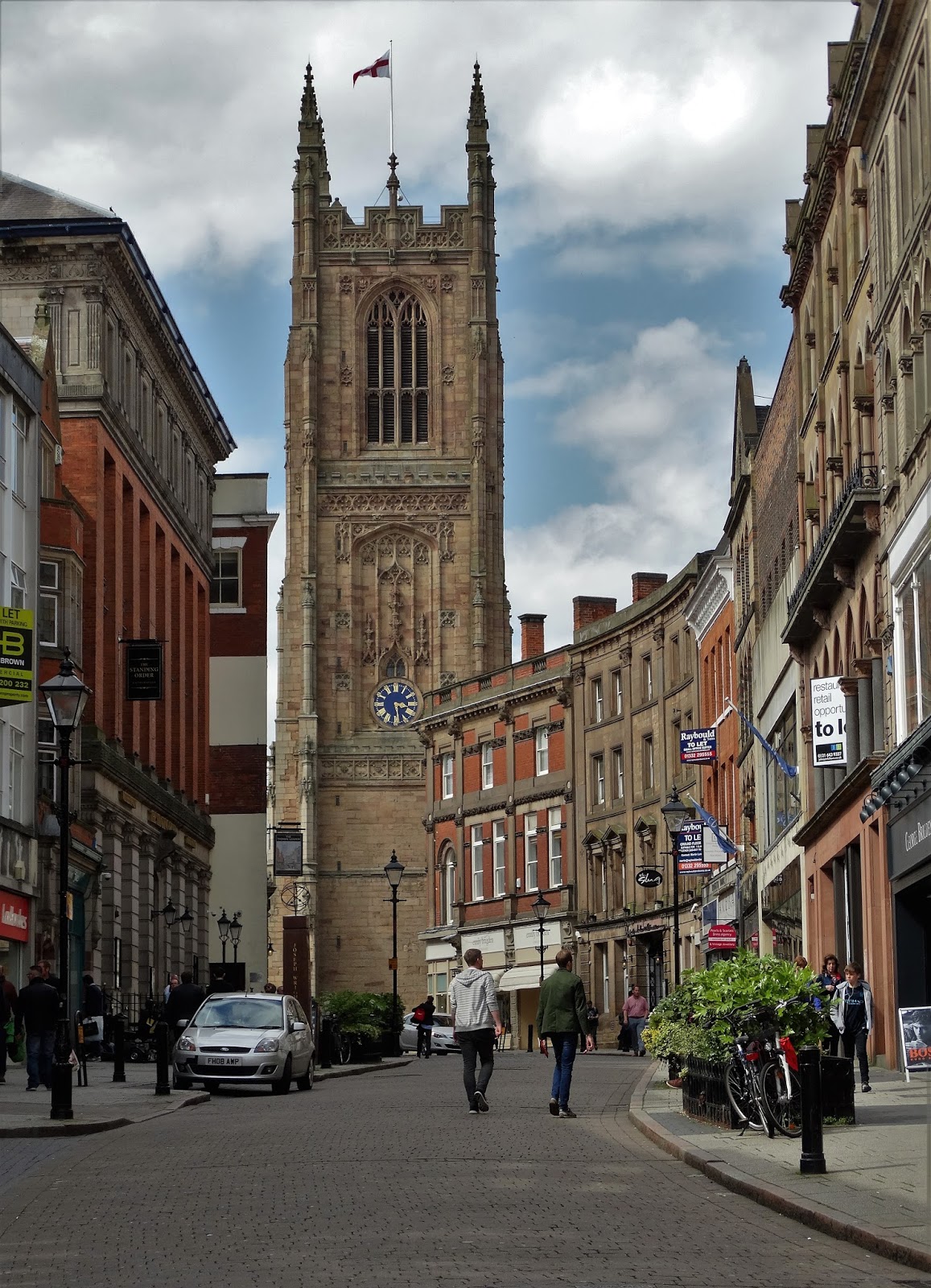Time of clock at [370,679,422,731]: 3:28
